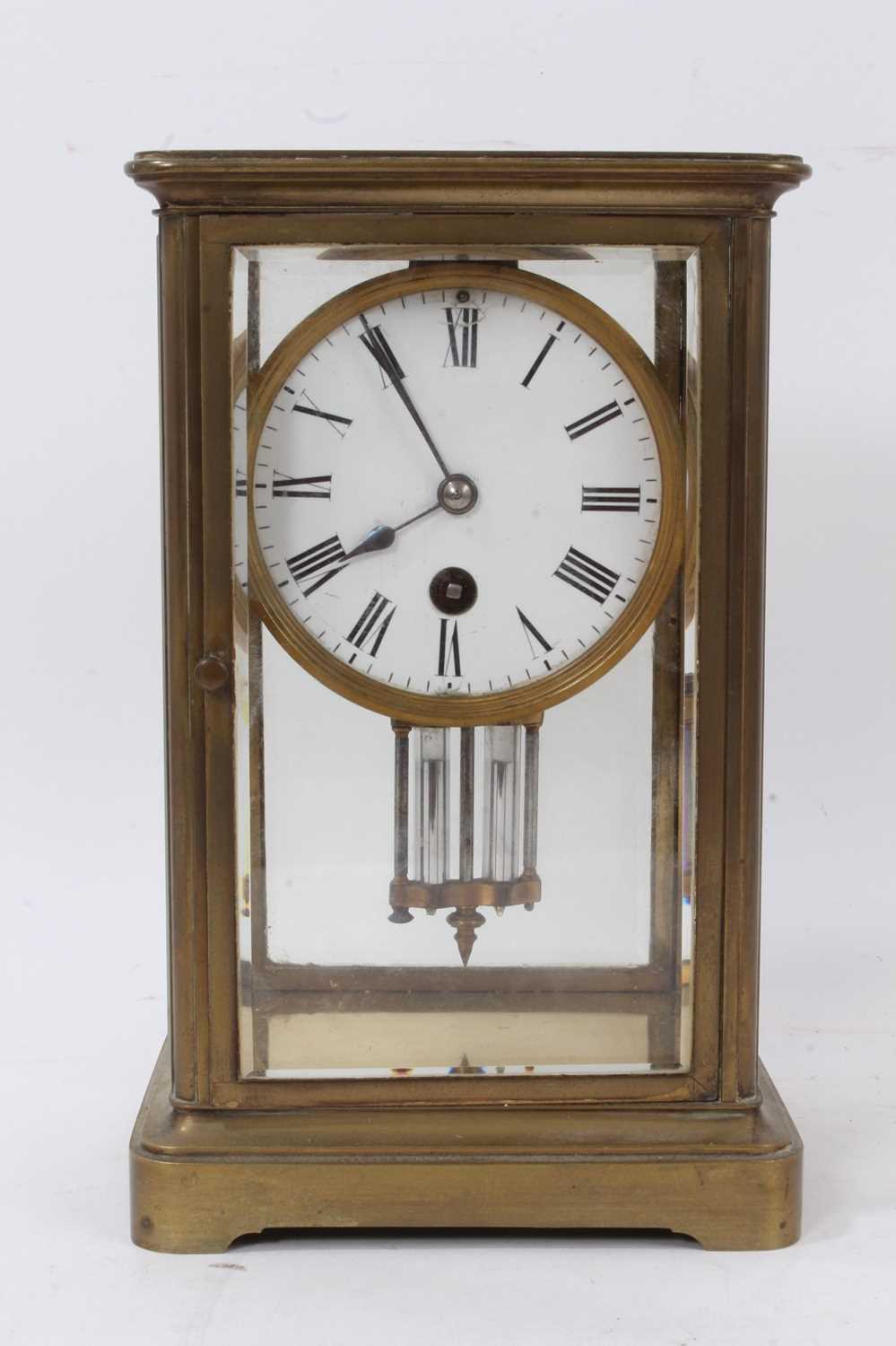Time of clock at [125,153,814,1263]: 7:54
